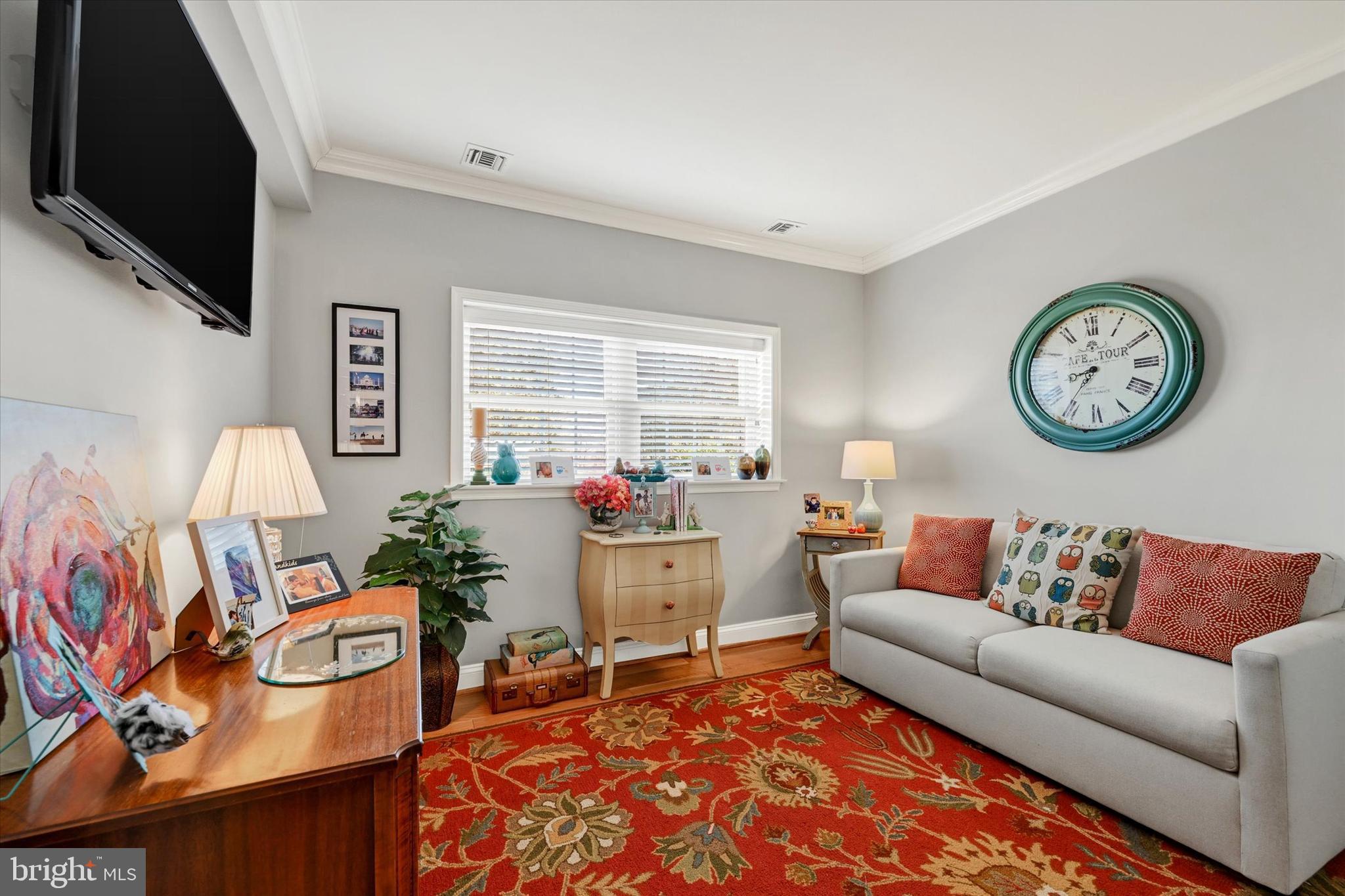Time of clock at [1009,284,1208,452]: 8:35
